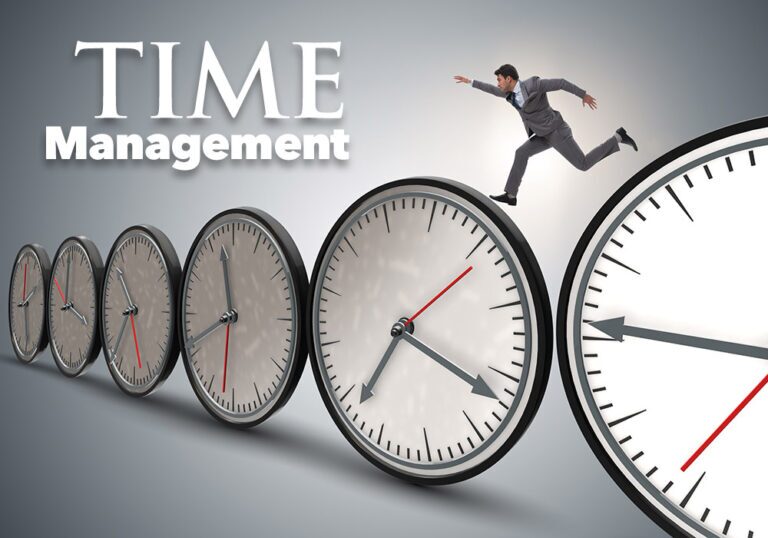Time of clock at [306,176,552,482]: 7:21
